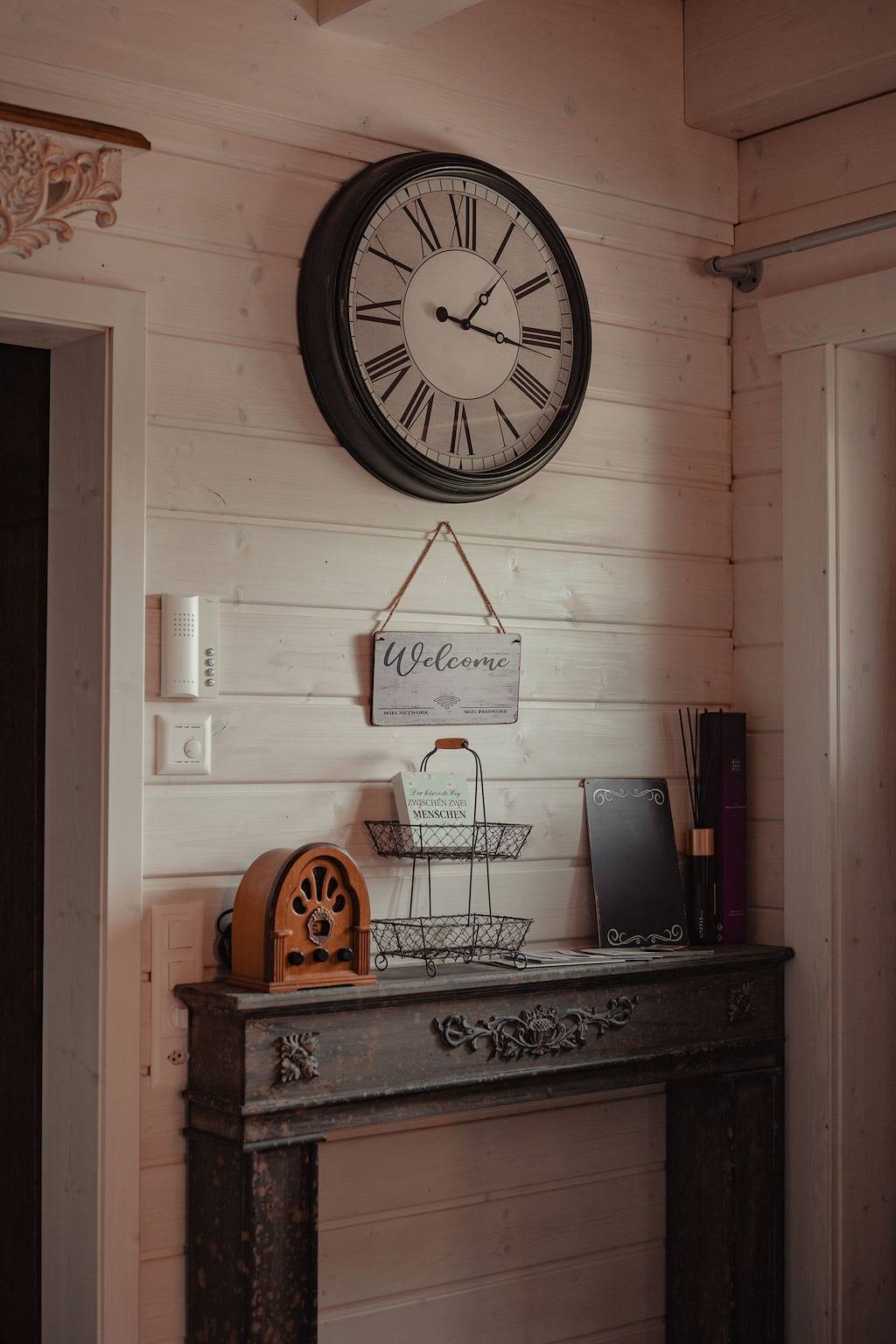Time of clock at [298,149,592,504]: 1:16
